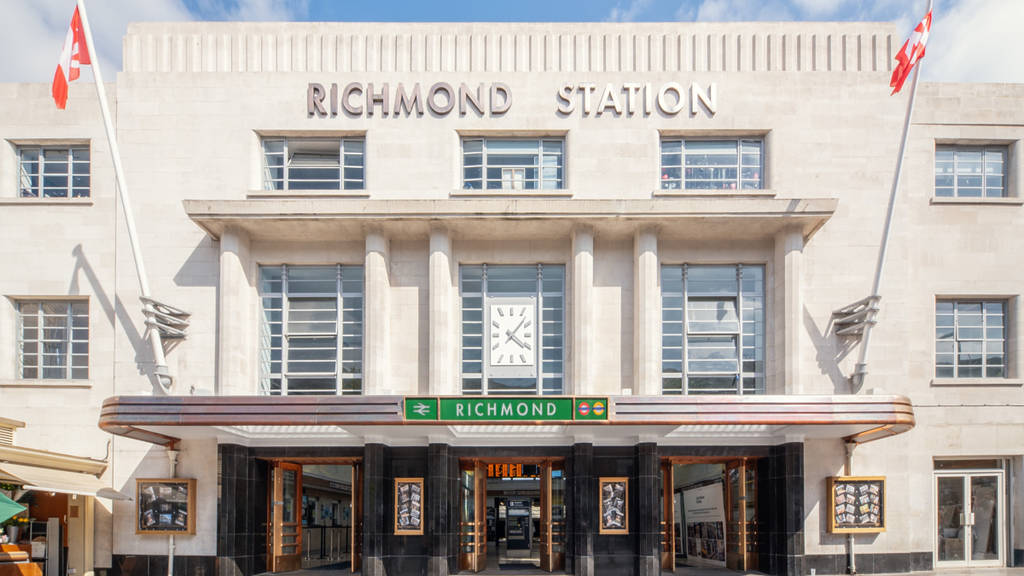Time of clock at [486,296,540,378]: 4:07
